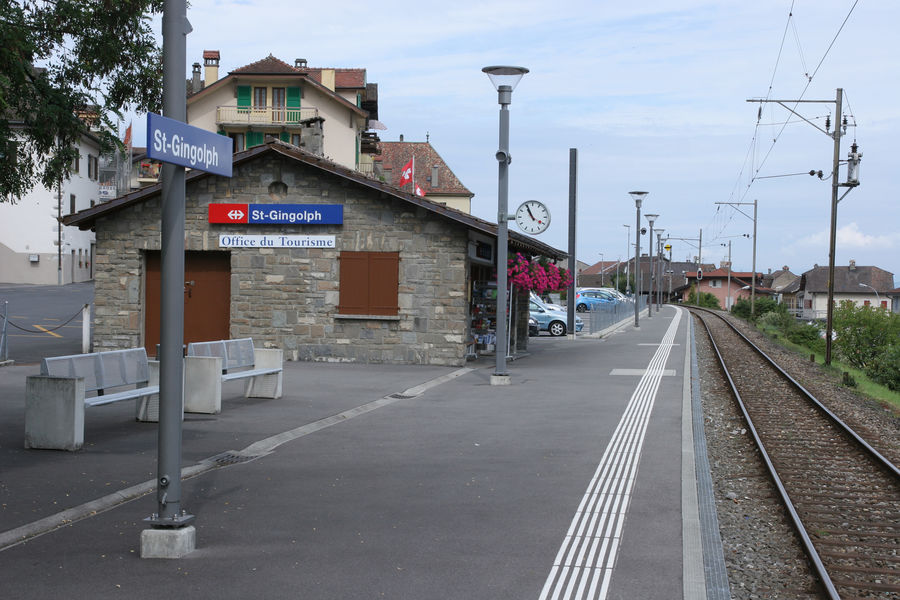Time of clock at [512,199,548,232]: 10:55
